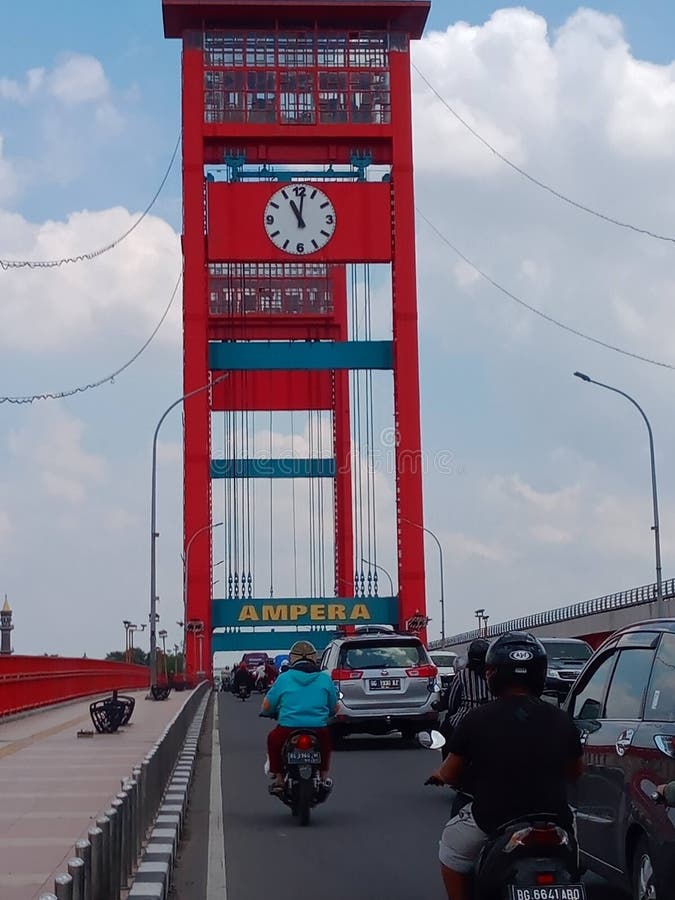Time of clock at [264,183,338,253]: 11:01
